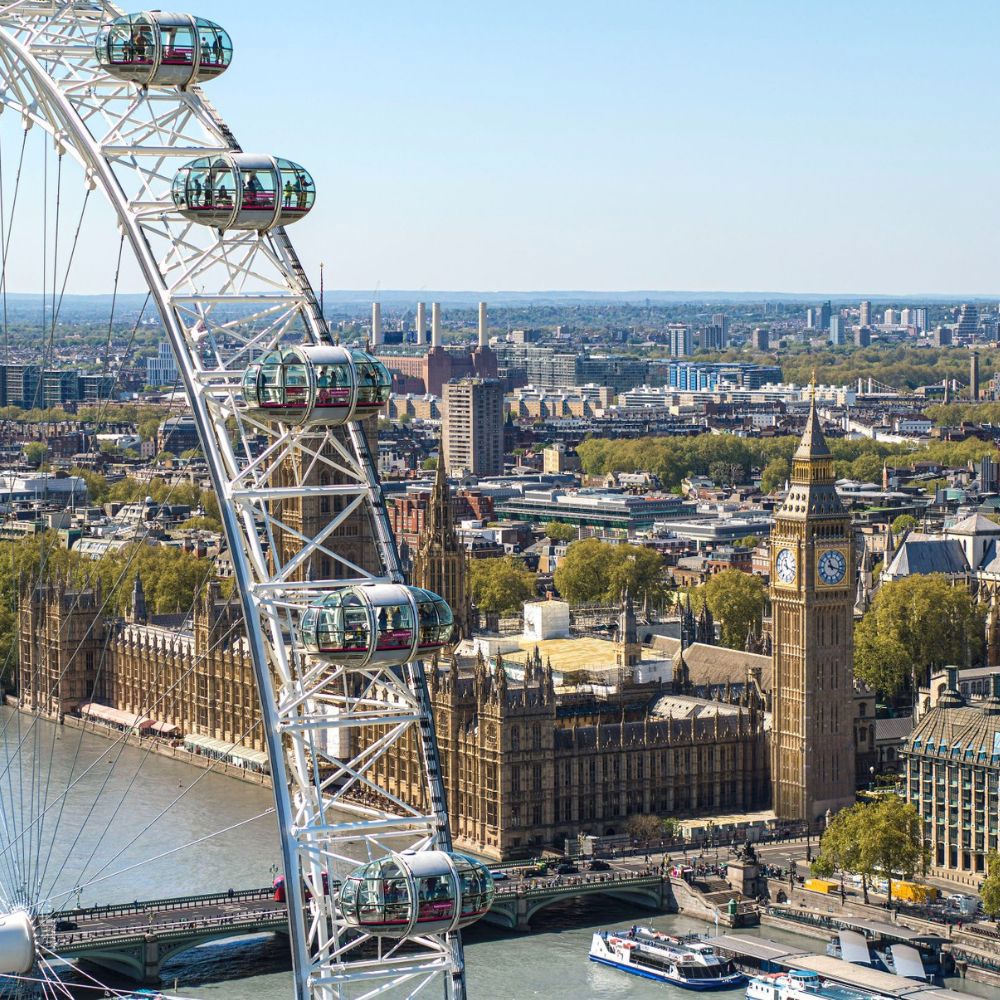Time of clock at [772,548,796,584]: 11:17
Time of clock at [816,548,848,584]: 11:17
